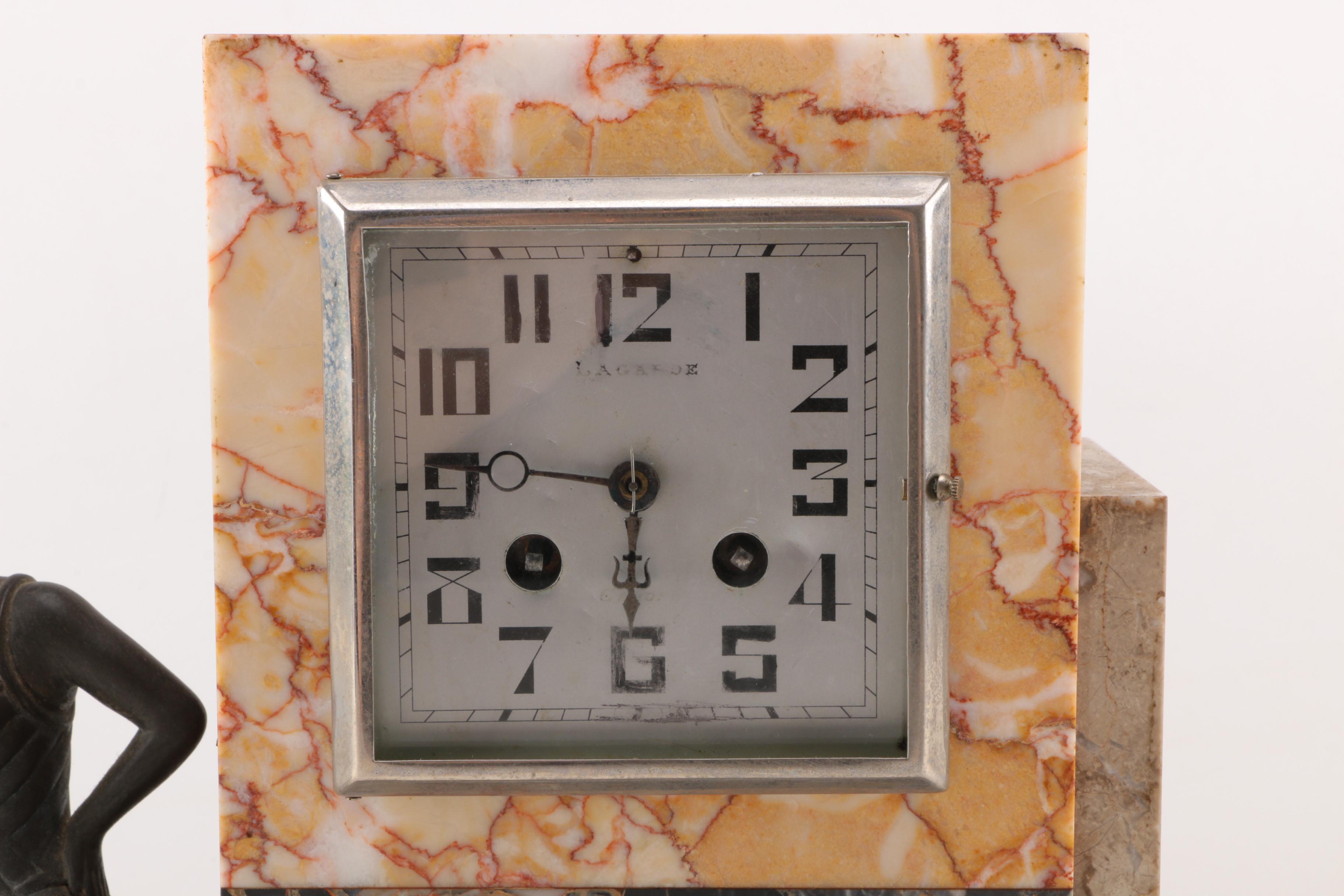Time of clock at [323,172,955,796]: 5:46
